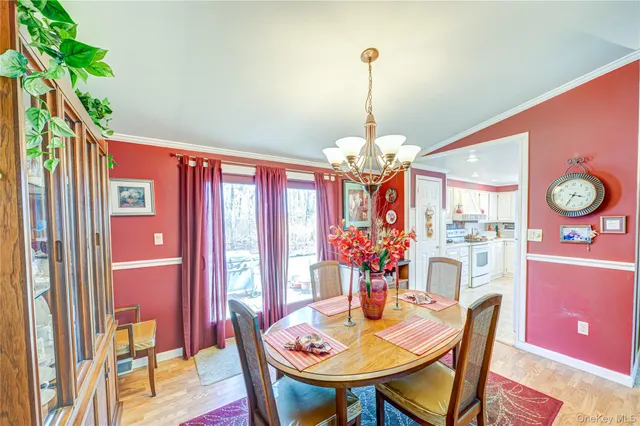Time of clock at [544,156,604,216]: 3:35
